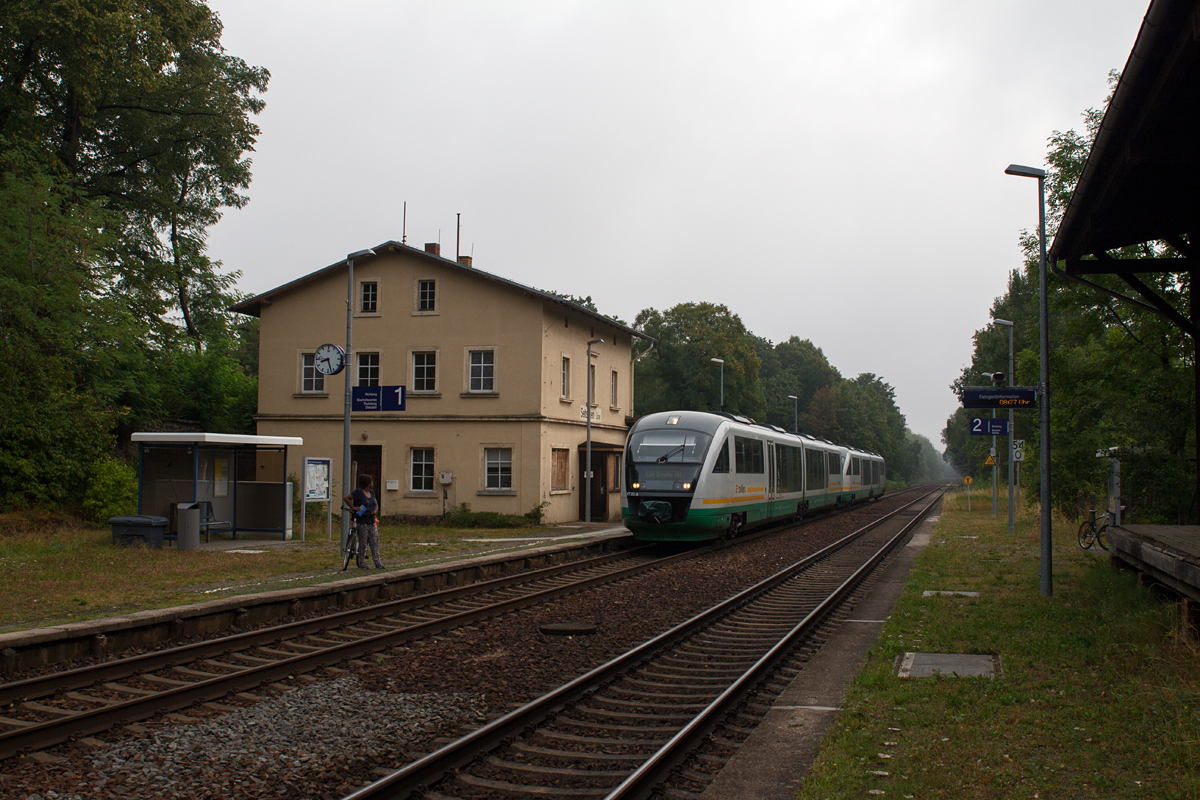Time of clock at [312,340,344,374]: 8:27
